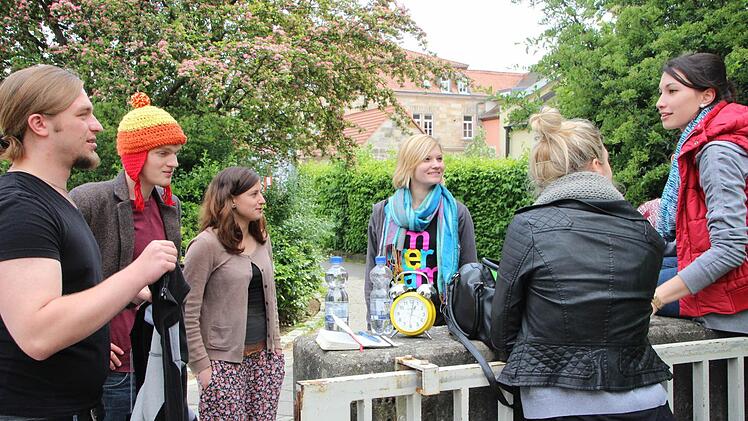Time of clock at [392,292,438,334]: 1:01
